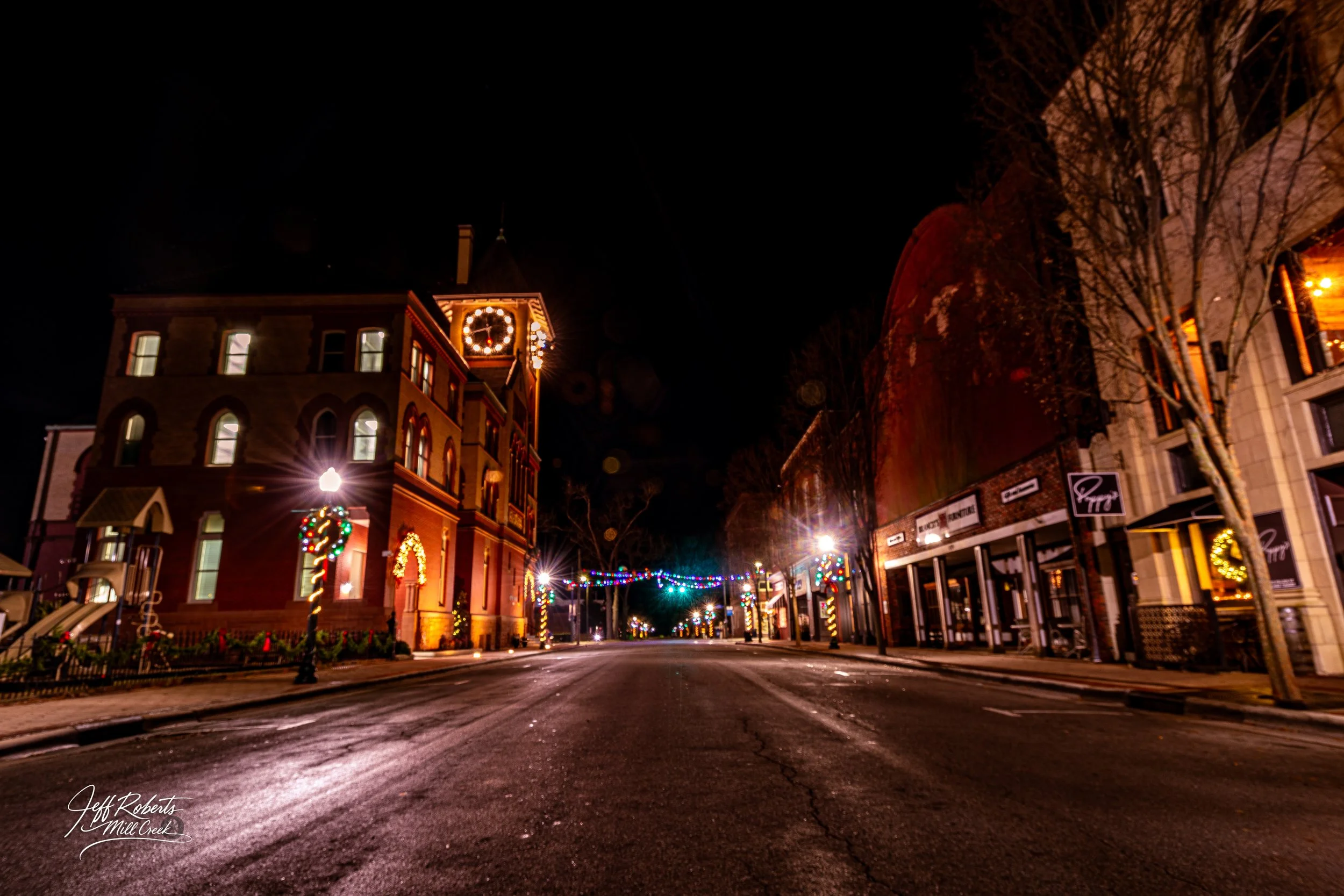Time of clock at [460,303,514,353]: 5:43
